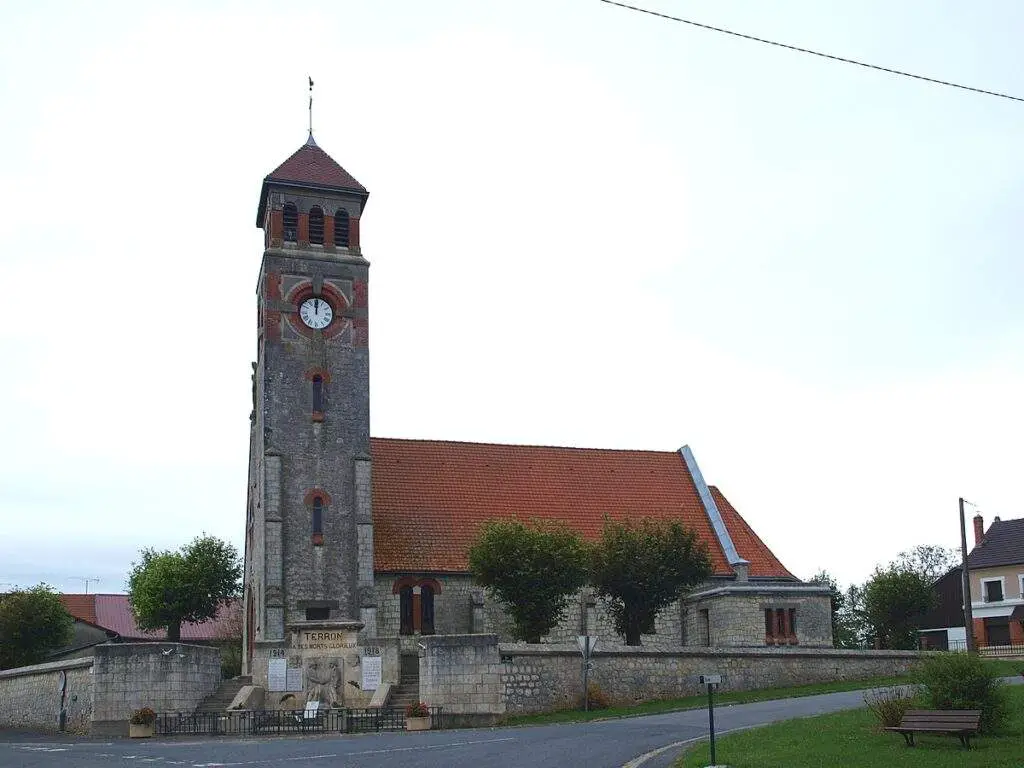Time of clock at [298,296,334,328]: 12:00
